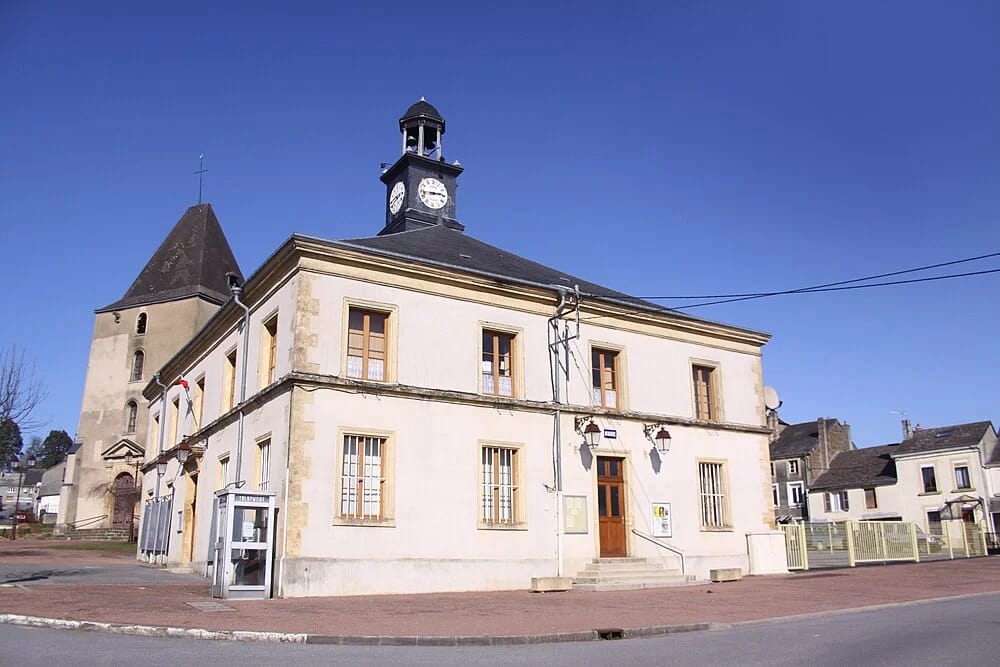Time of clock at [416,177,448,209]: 2:43
